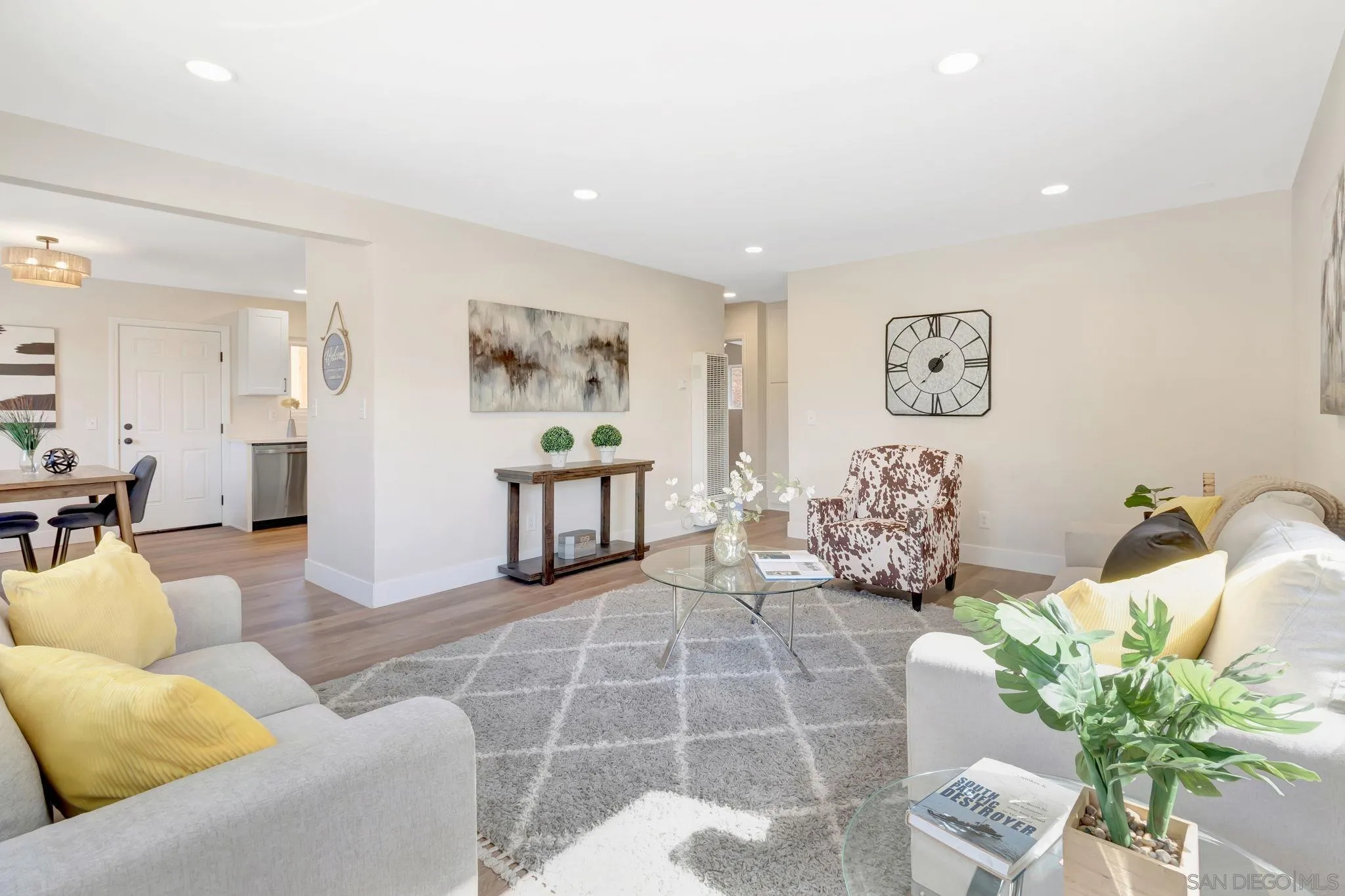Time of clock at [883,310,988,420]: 1:36
